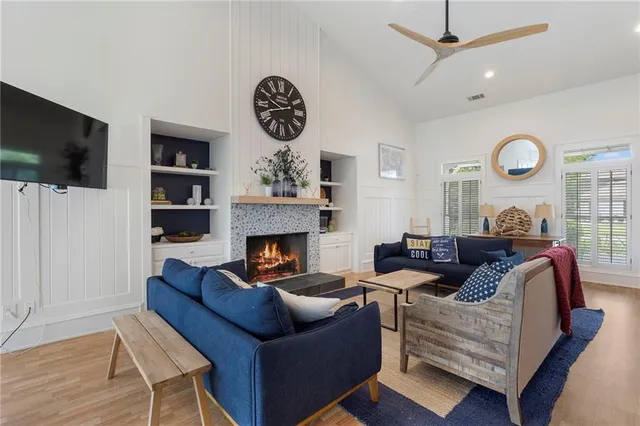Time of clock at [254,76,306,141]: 9:42
